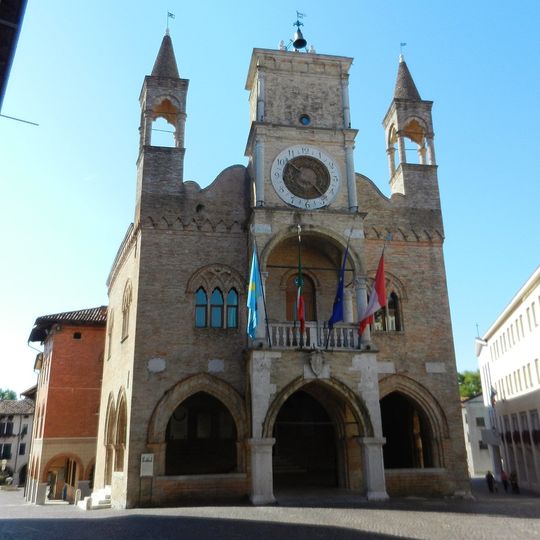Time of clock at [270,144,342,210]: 10:23
